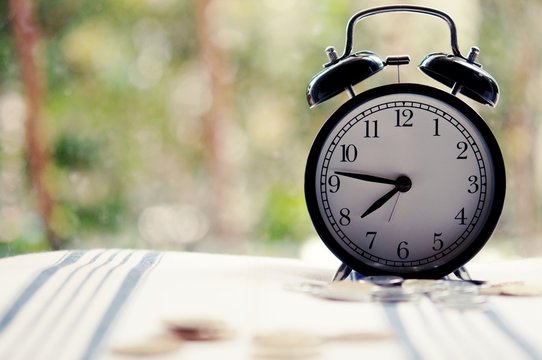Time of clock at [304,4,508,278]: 7:46
